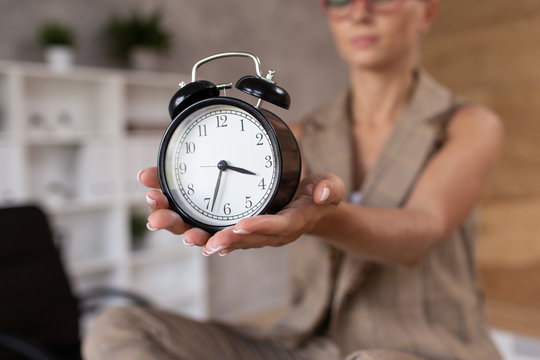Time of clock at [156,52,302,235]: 3:33
